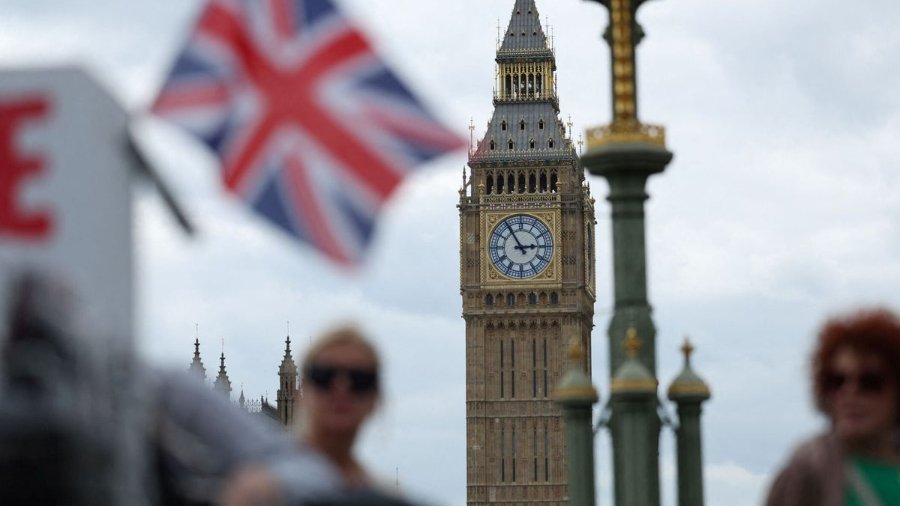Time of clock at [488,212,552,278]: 2:54
